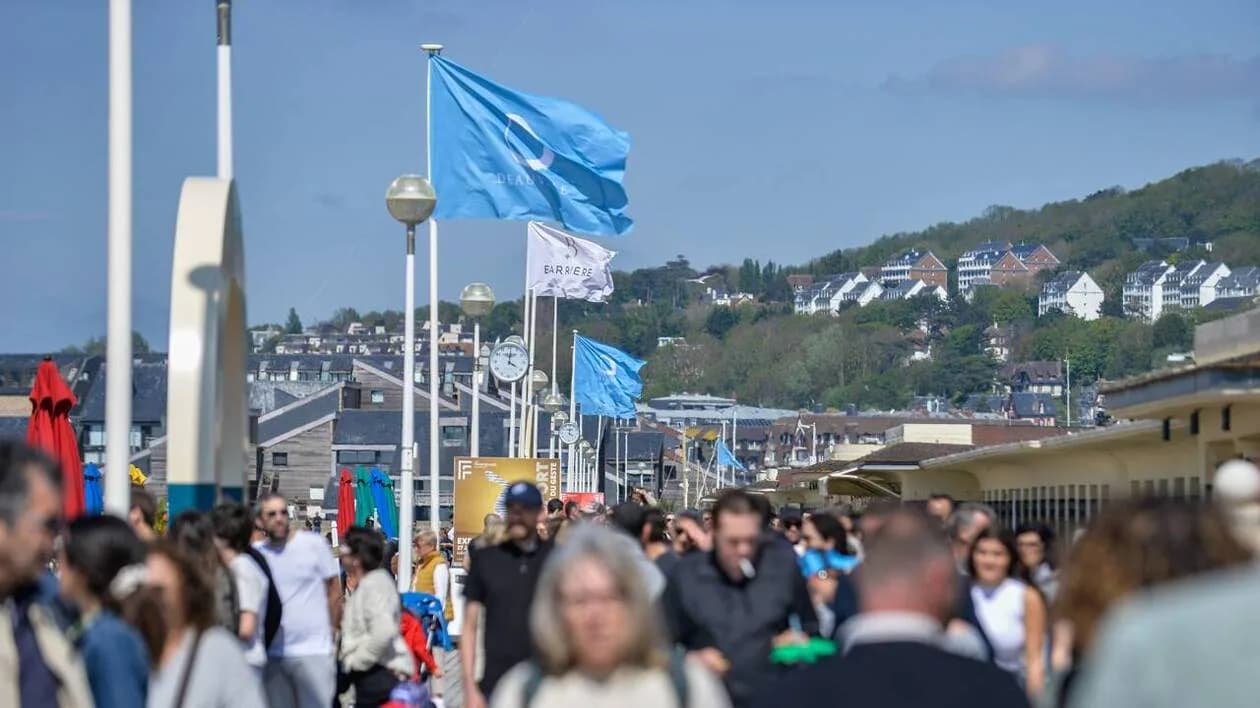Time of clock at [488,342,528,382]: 4:01
